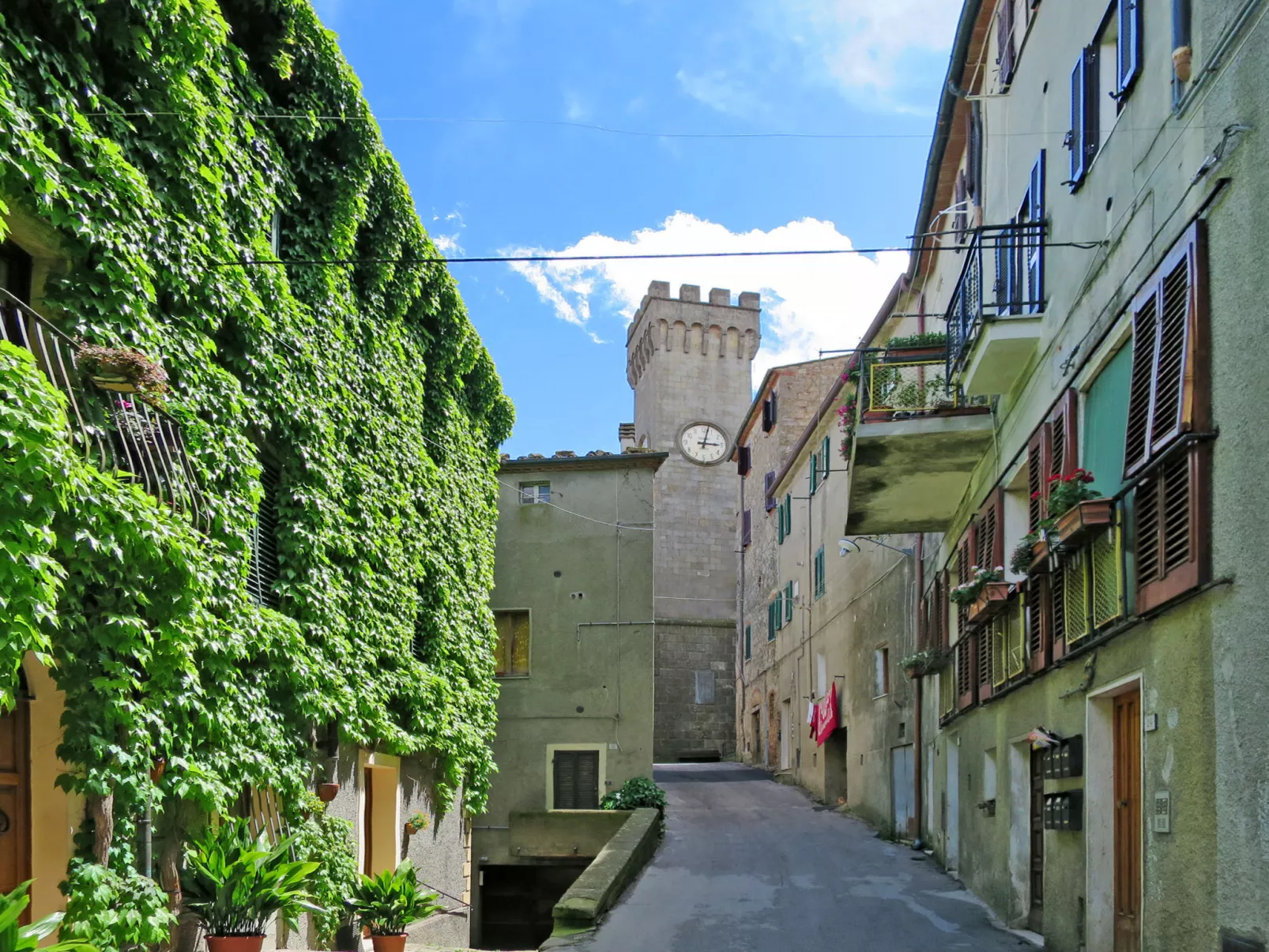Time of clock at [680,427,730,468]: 3:02
